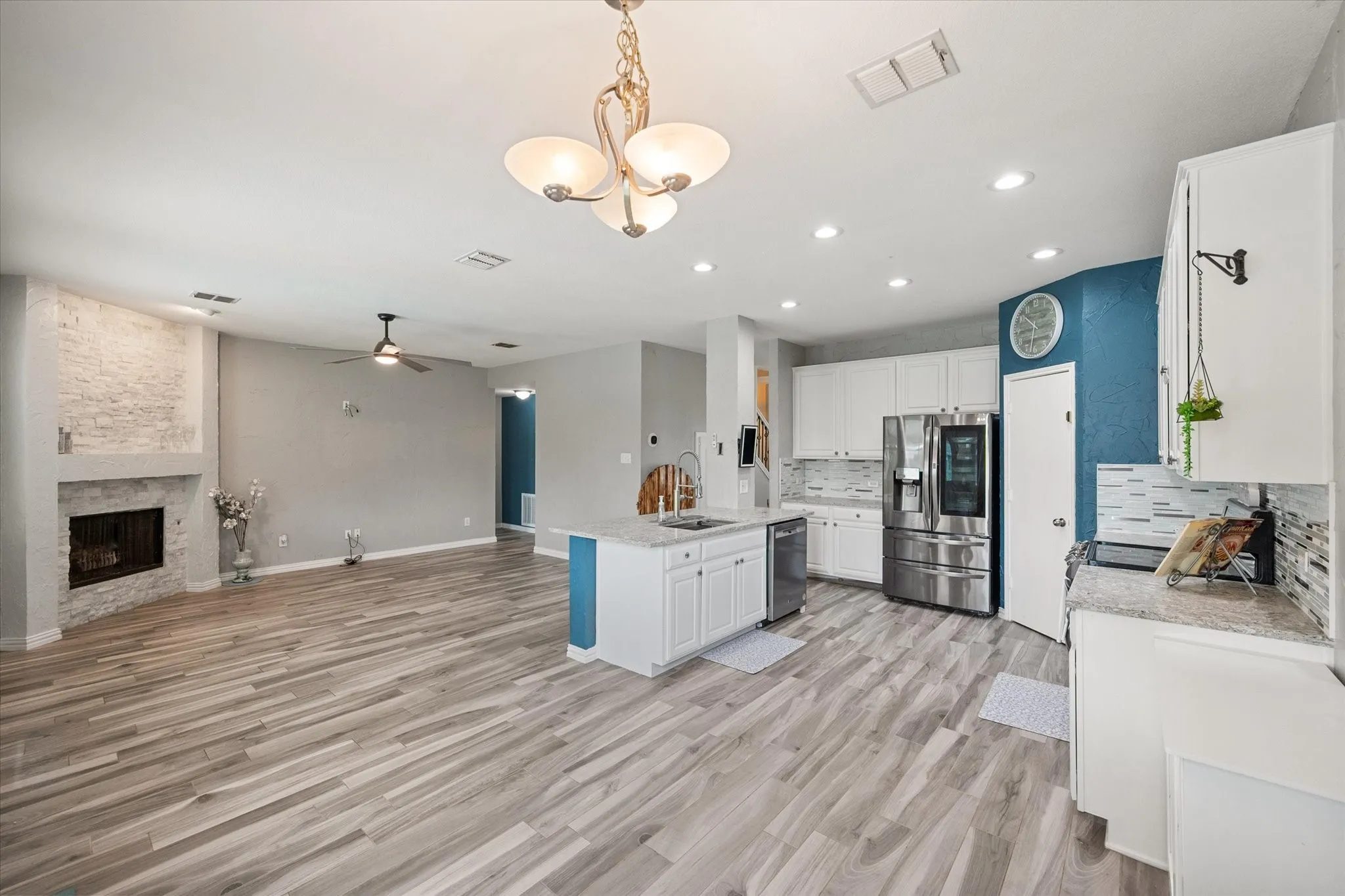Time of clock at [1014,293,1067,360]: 10:32
